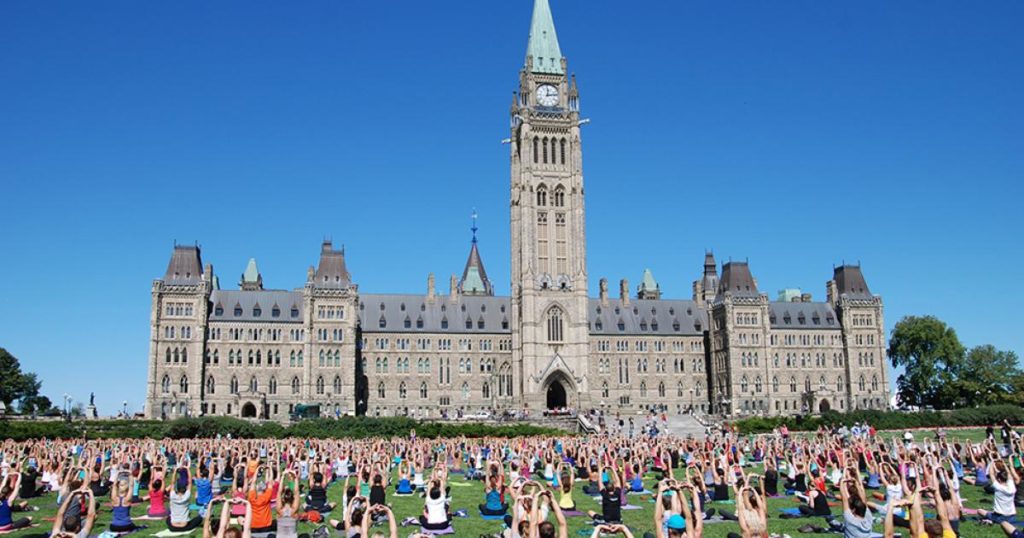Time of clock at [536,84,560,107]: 12:13
